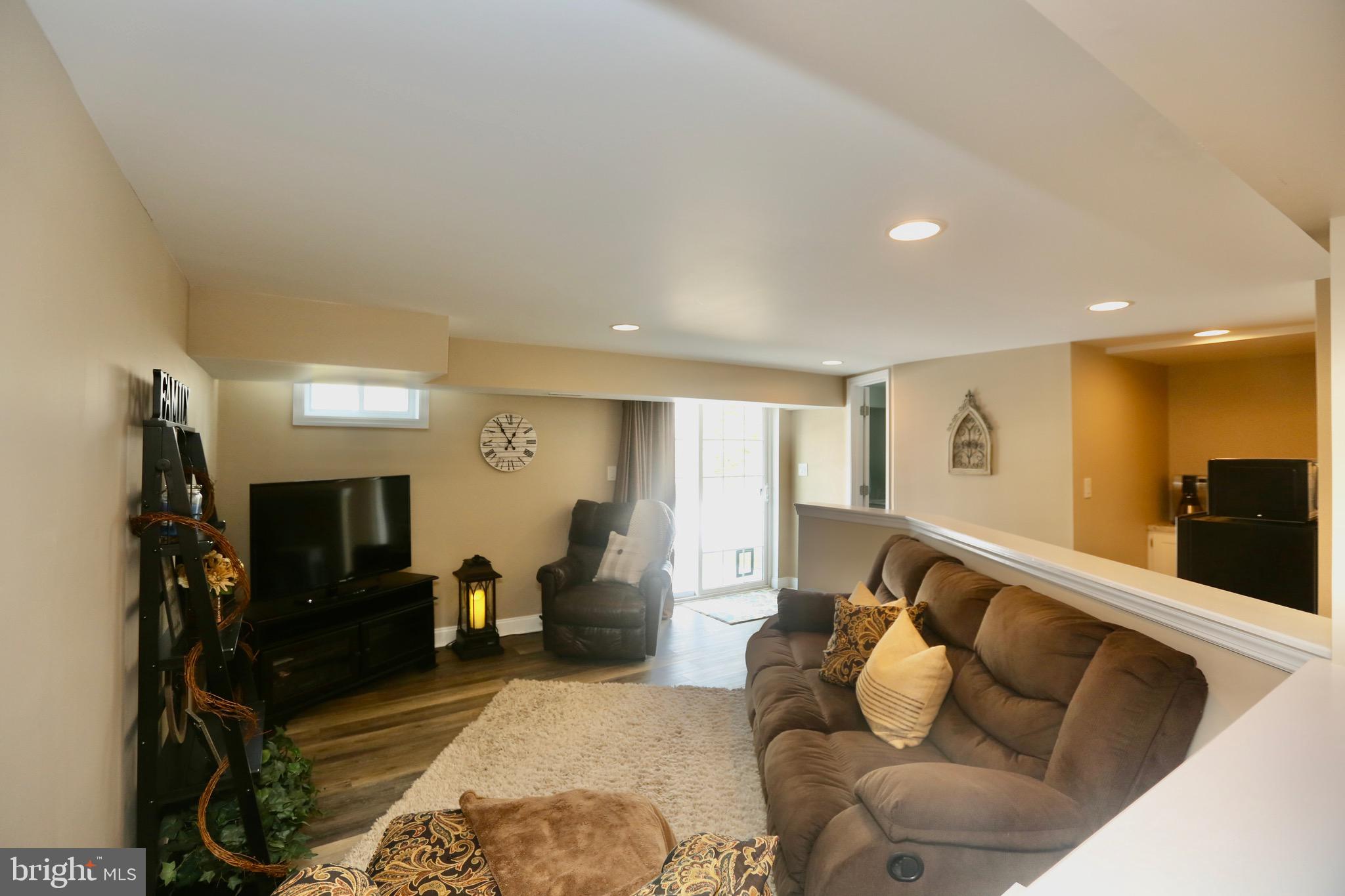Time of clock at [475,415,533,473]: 12:55
